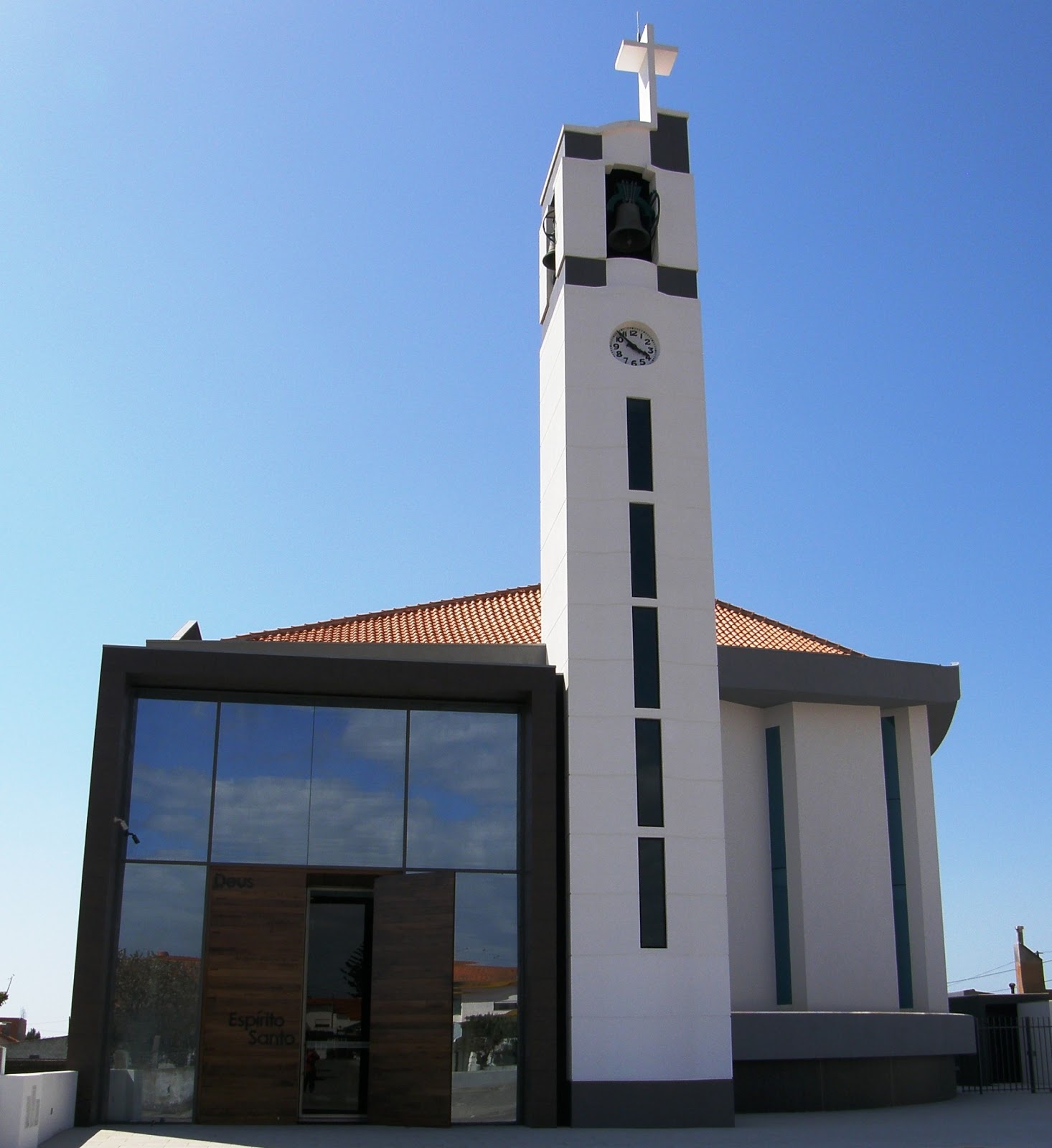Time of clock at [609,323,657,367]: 3:52
